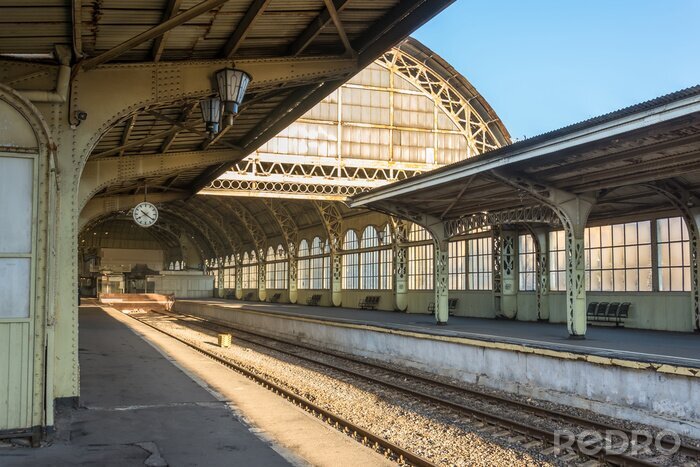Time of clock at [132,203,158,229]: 10:21
